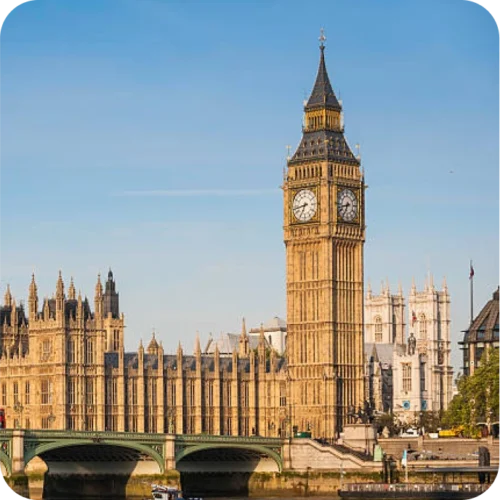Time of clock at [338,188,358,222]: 6:42
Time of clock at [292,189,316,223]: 6:43
